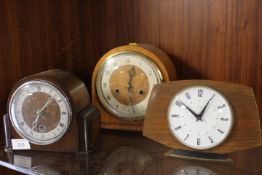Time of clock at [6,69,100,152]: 7:07
